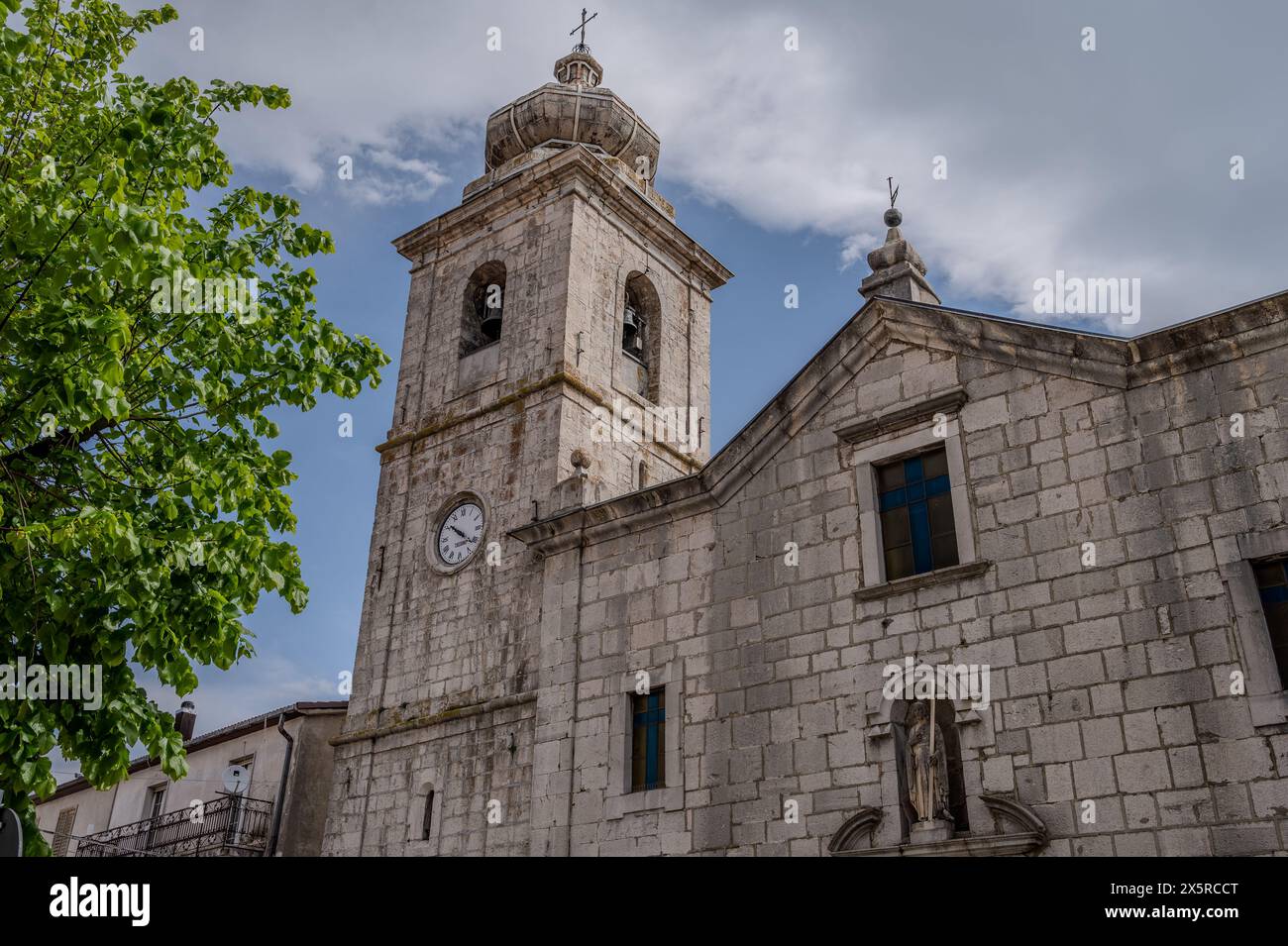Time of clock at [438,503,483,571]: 10:21
